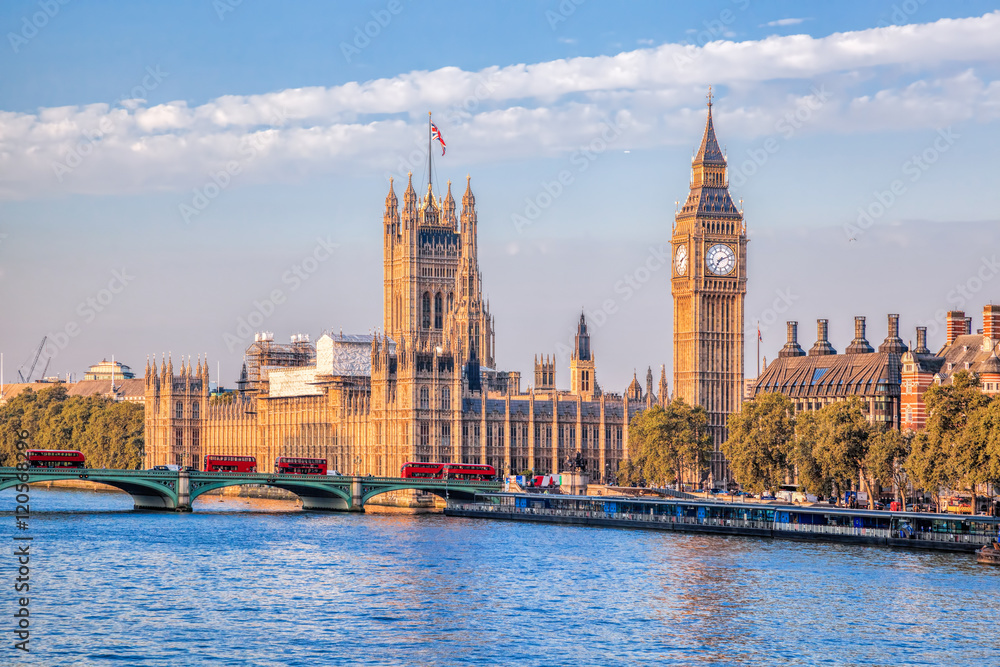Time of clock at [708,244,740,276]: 7:11
